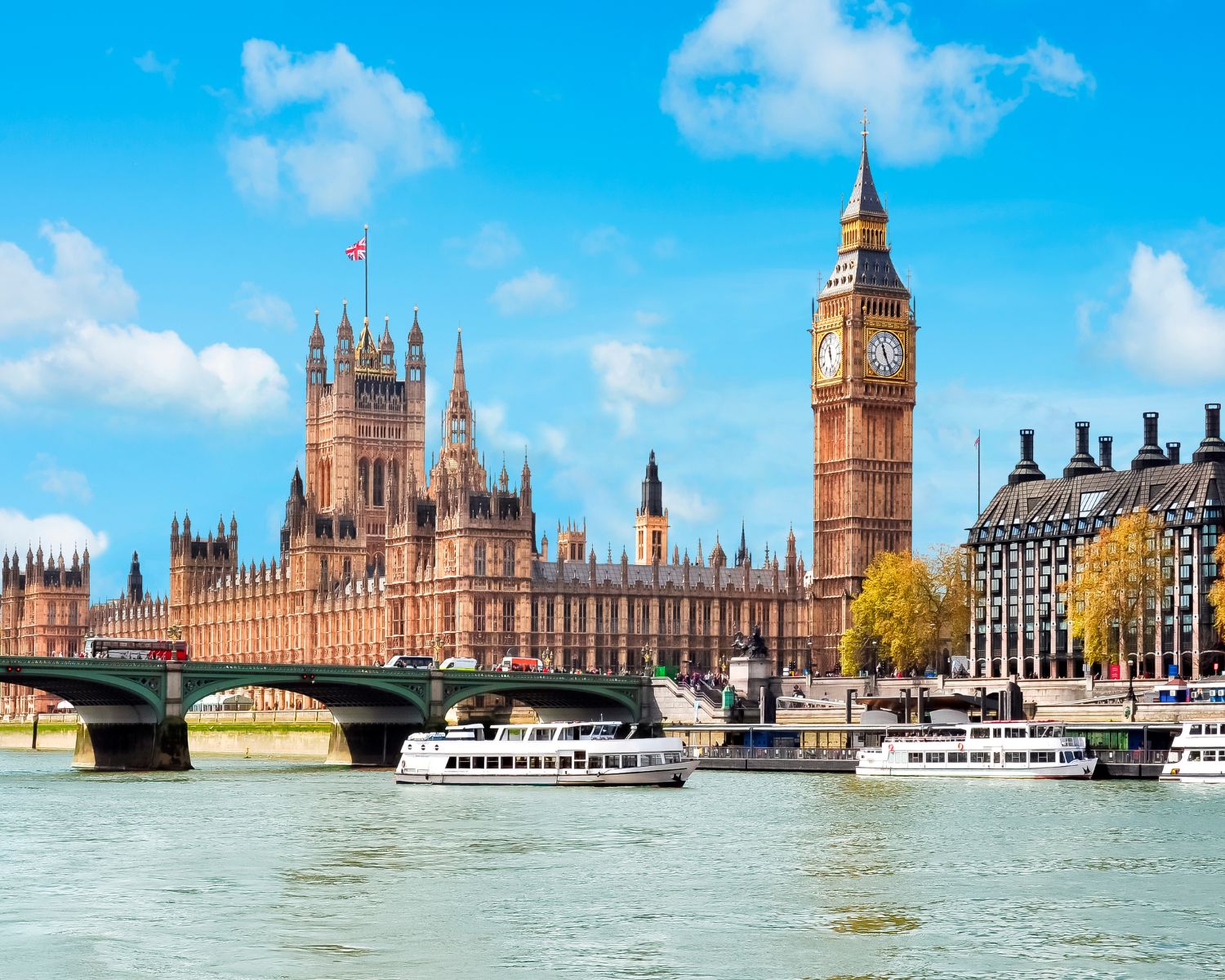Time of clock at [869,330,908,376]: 11:25
